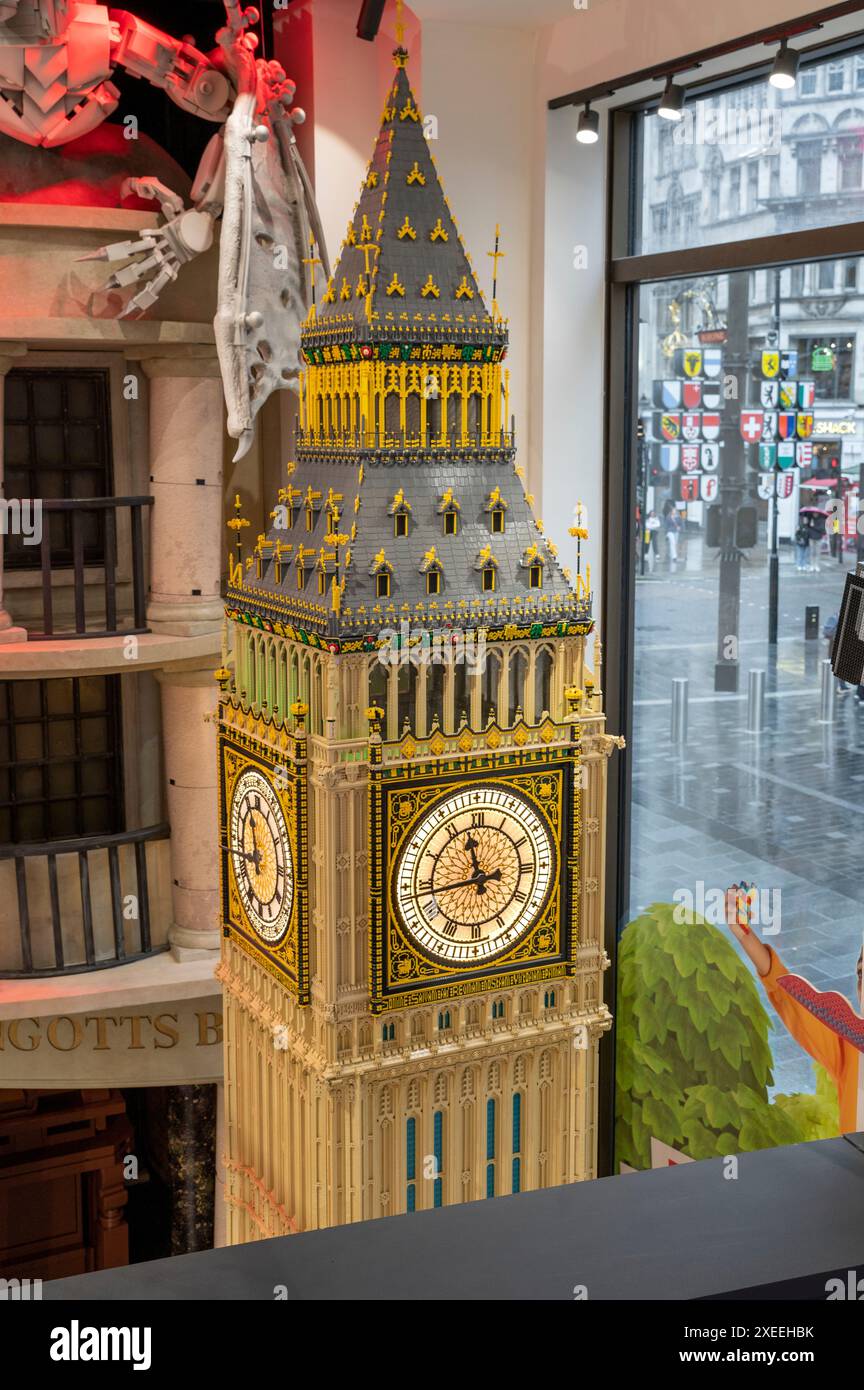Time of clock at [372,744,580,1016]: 11:43
